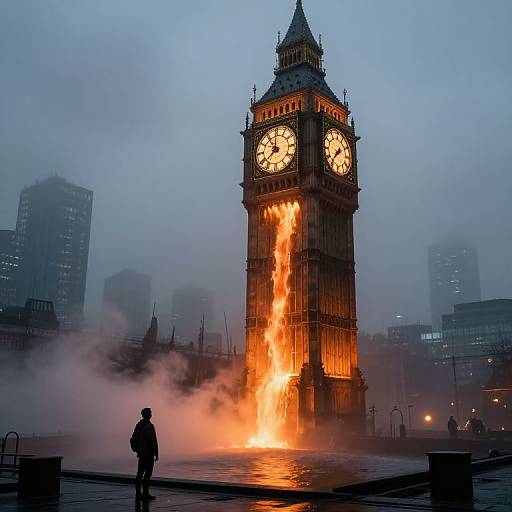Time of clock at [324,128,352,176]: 1:36
